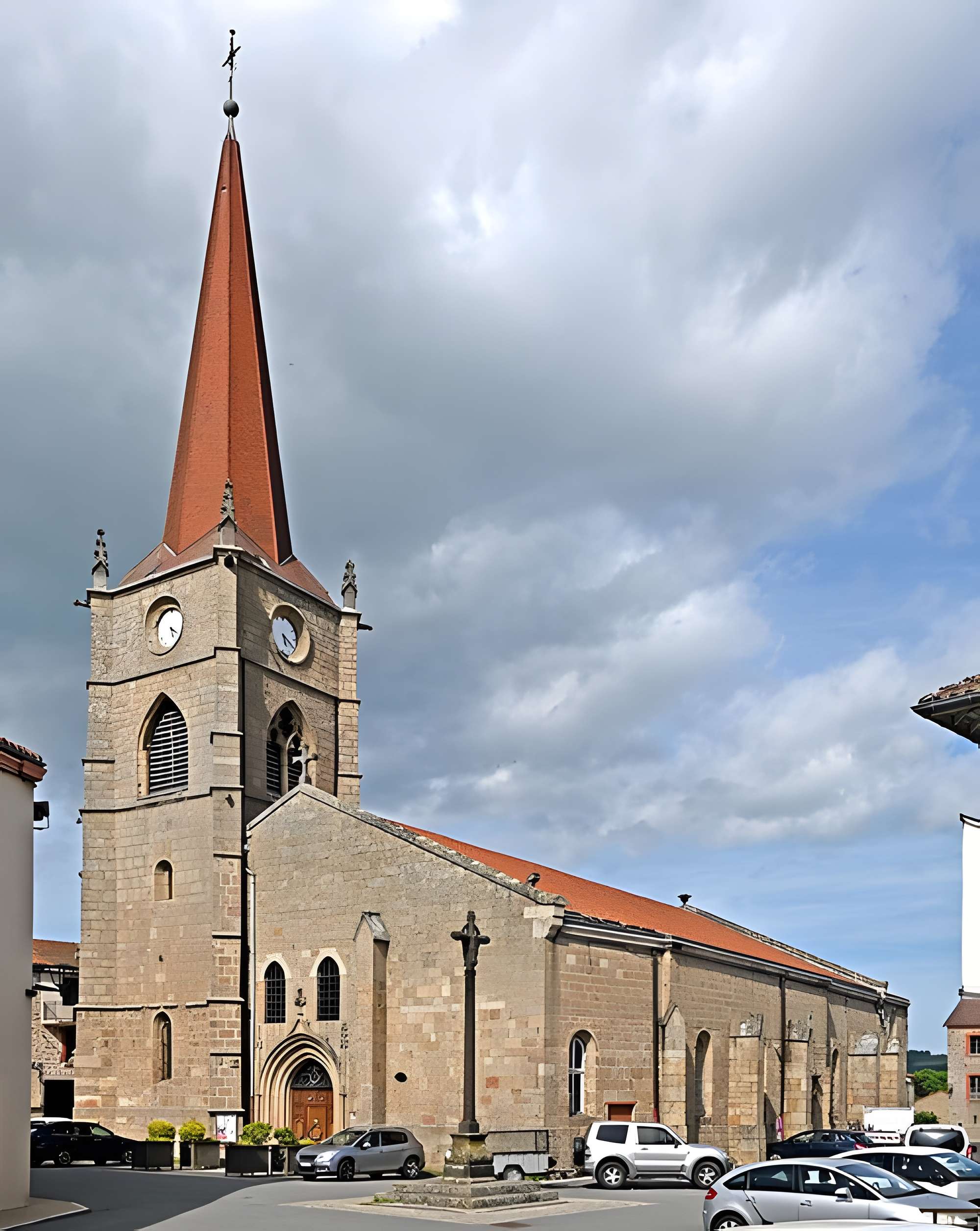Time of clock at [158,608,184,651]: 5:20
